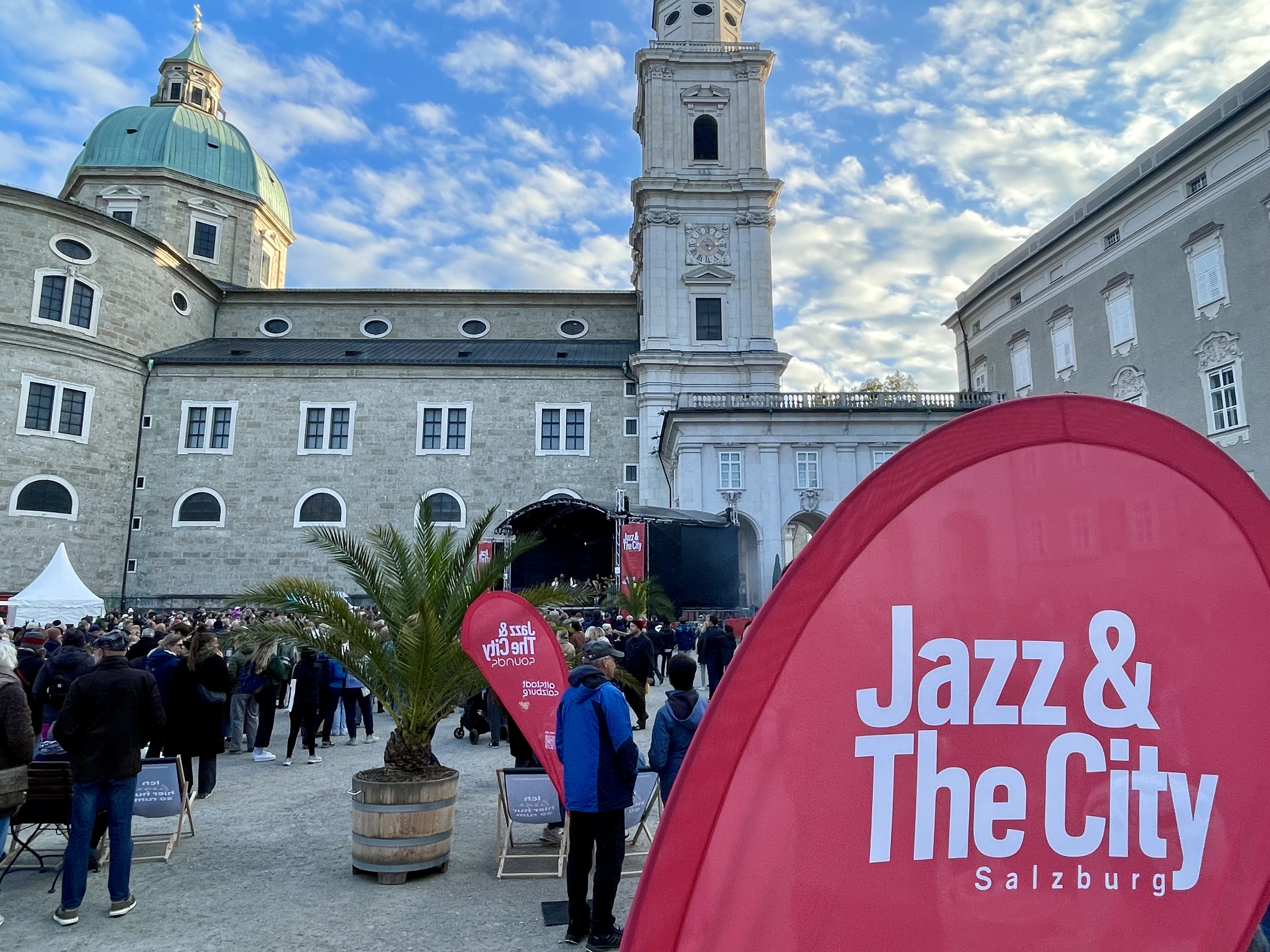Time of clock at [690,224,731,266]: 5:14
